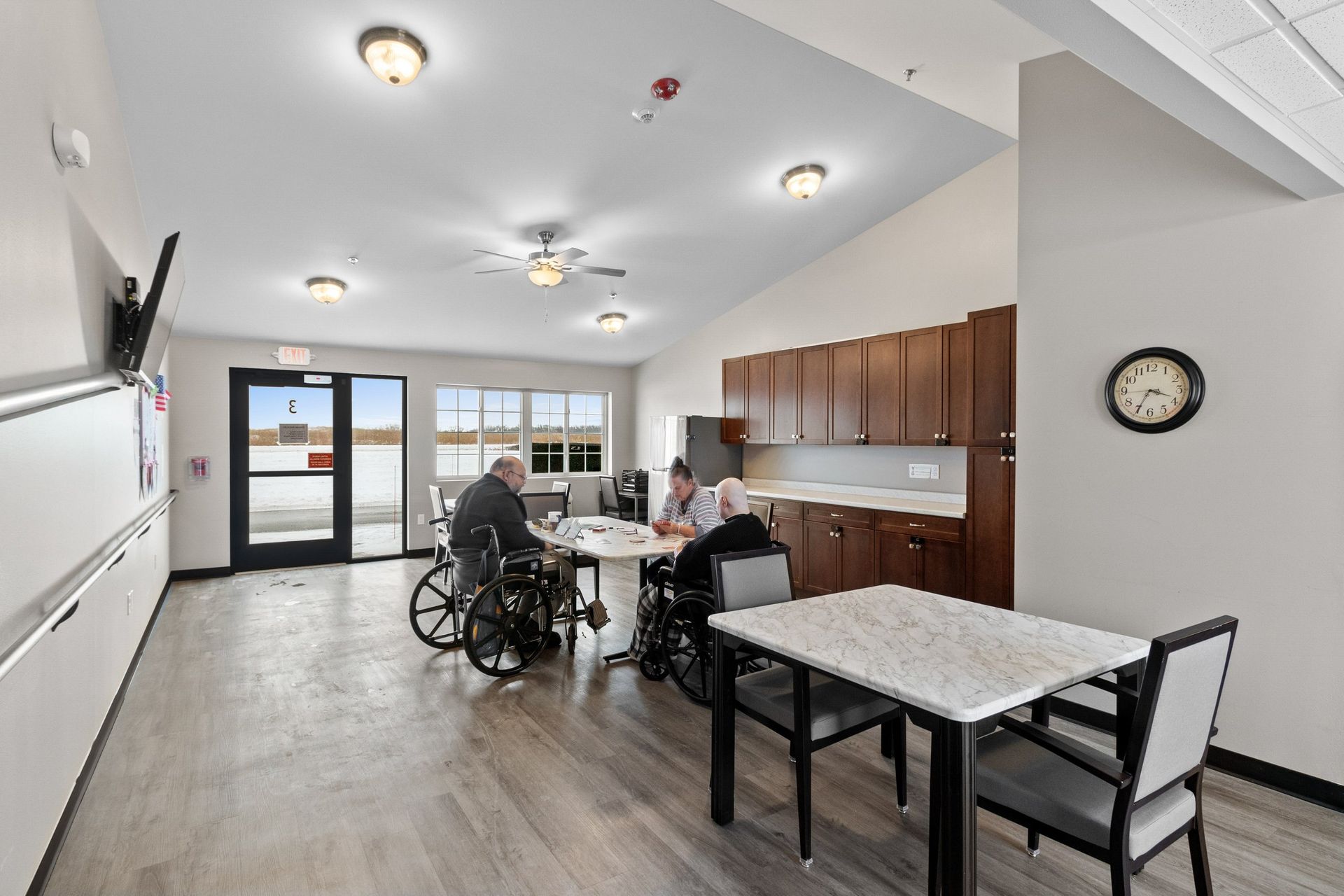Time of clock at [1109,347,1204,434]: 3:34
